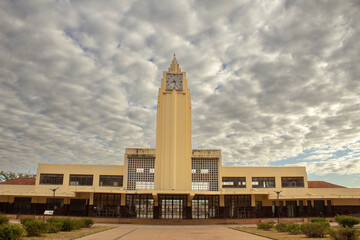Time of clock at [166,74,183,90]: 8:26
